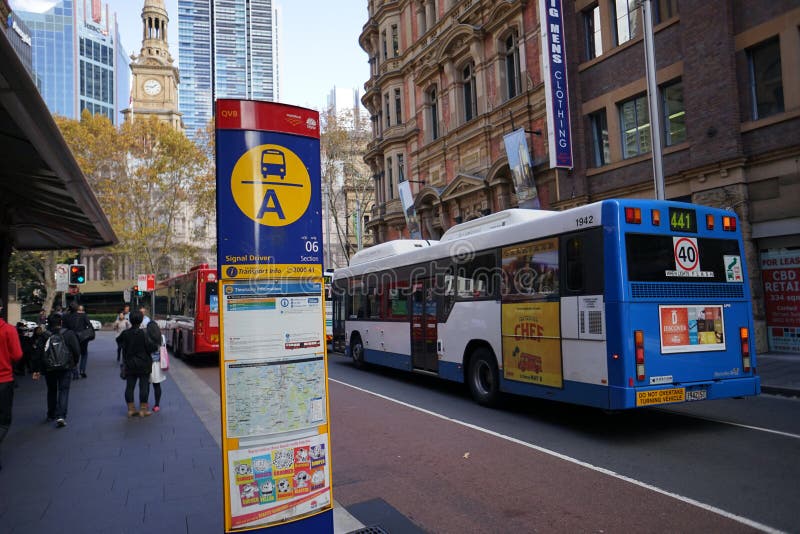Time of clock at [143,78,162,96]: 1:46
